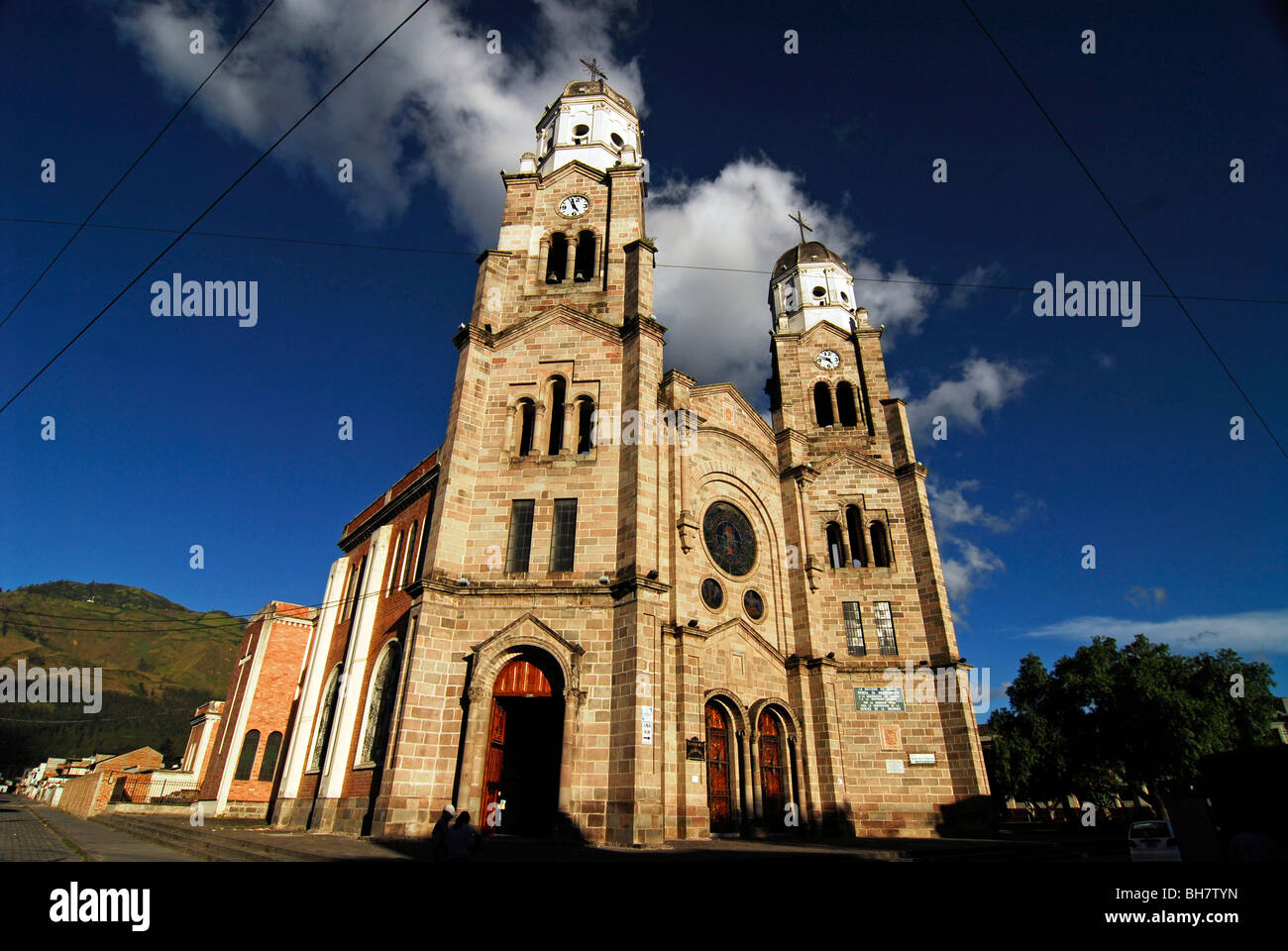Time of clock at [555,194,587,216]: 4:56
